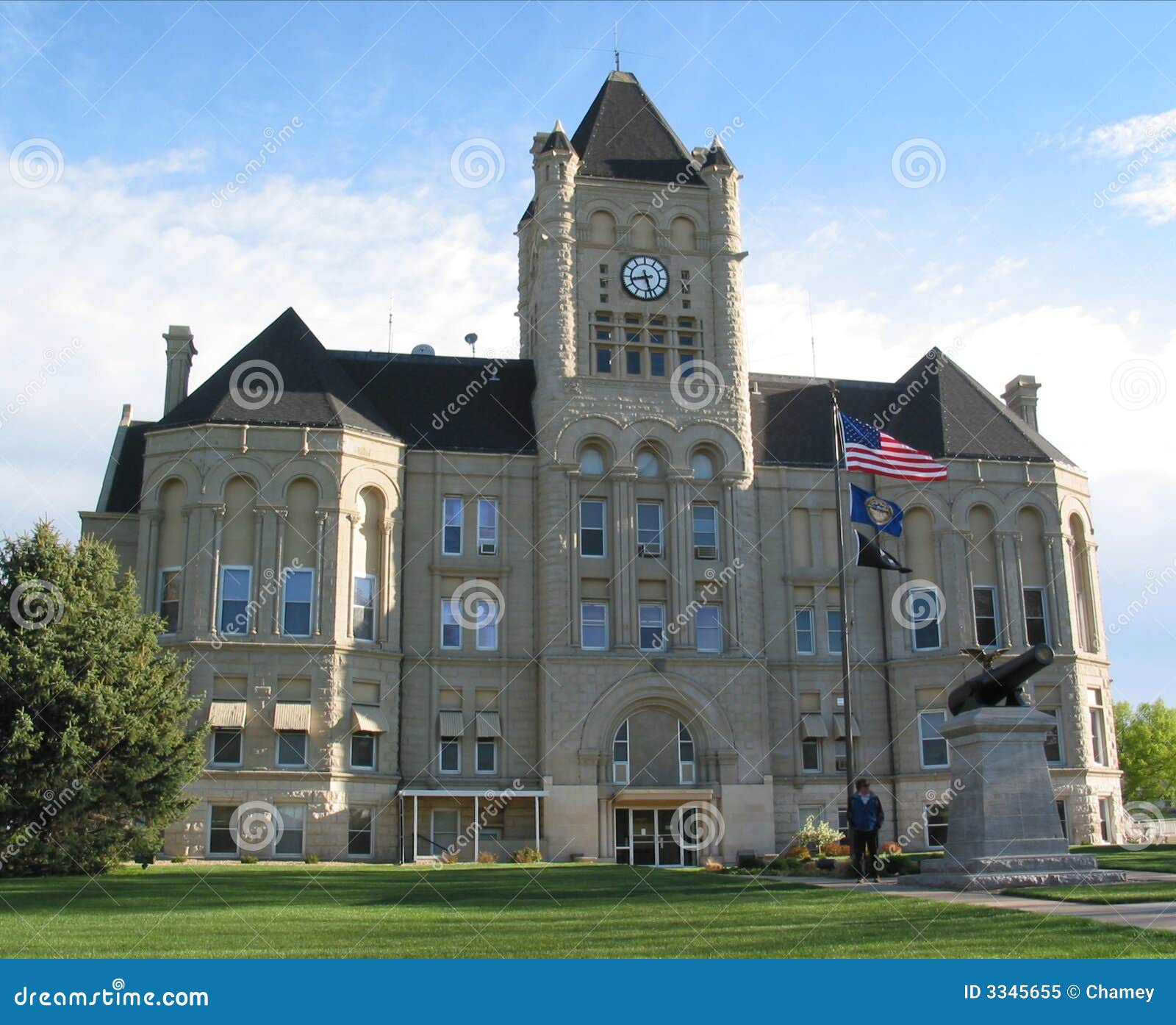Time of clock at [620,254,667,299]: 8:27
